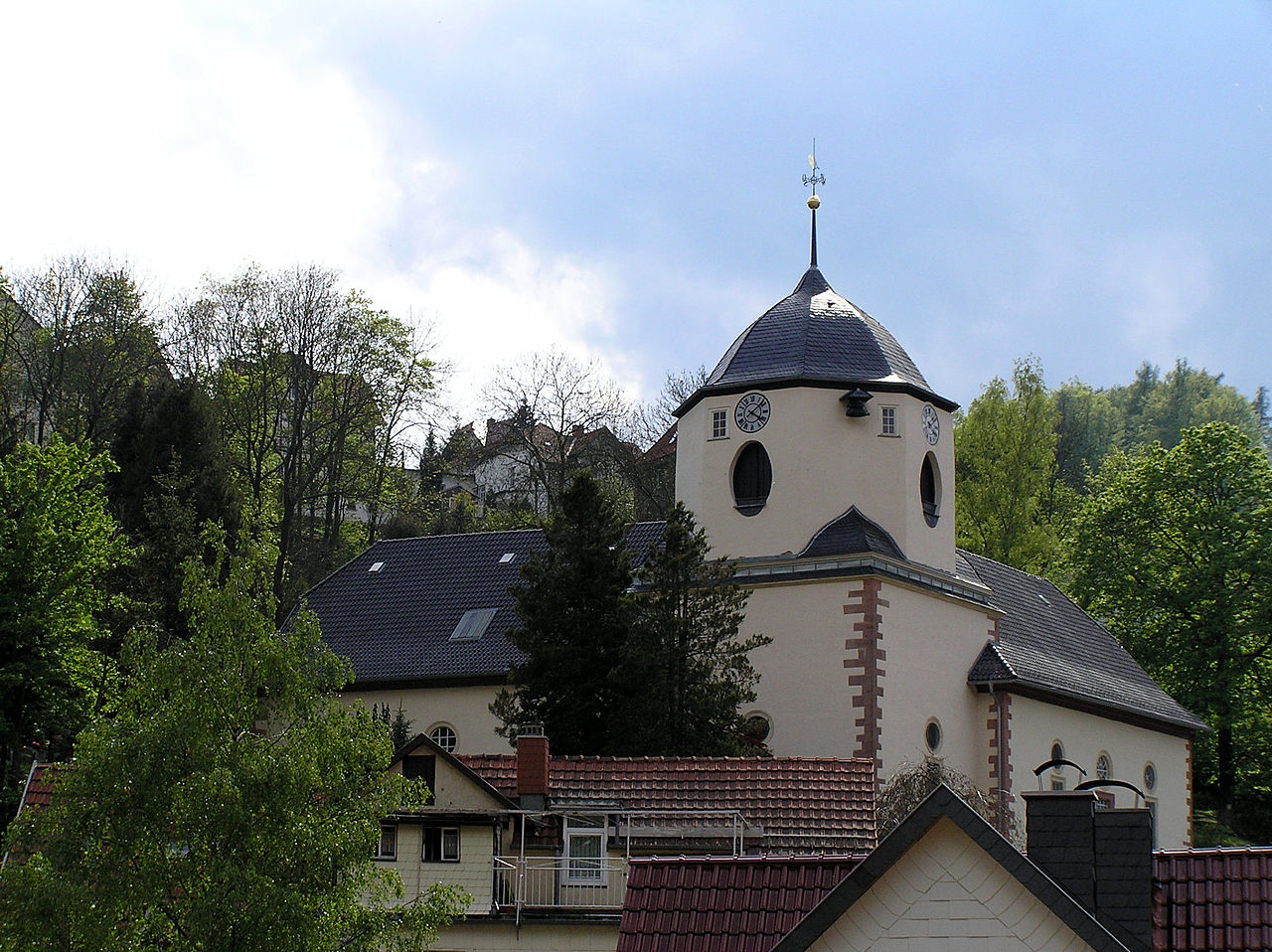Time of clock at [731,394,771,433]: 4:08
